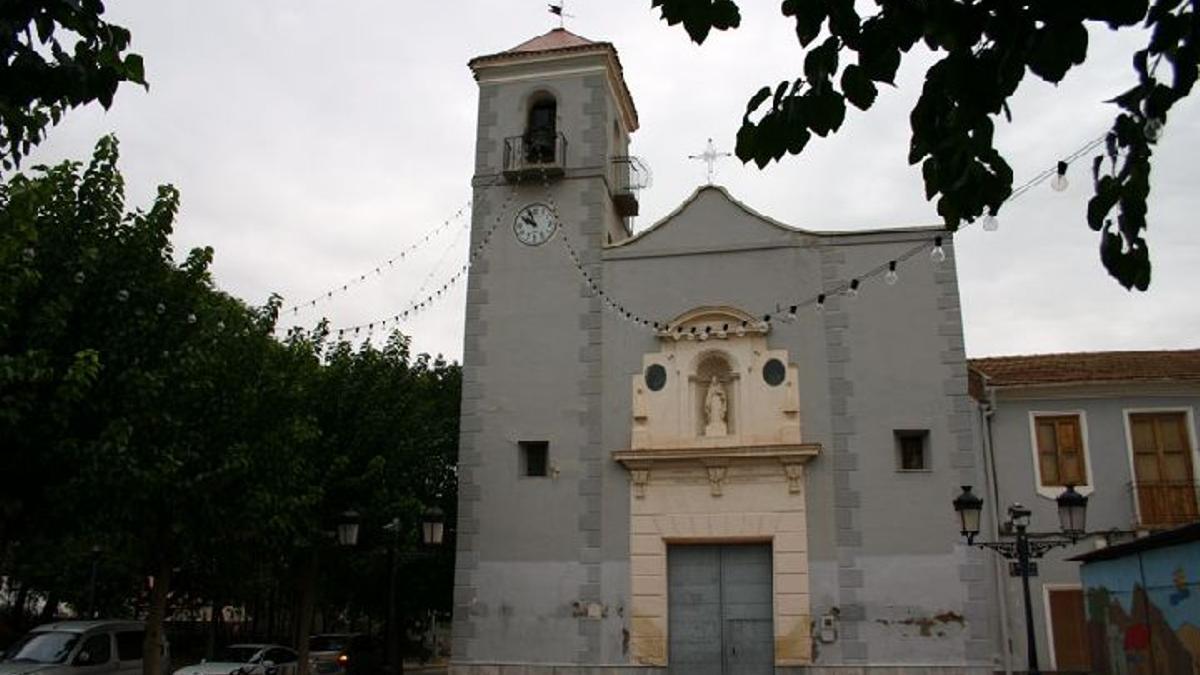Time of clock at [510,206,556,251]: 9:56
